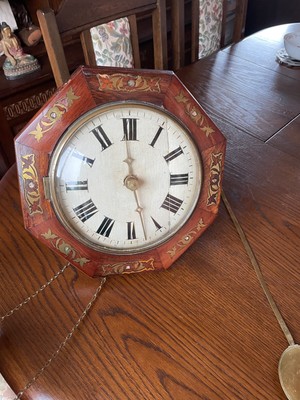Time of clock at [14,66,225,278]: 11:59
